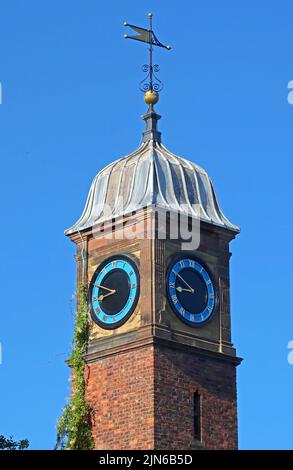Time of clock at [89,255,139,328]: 8:49
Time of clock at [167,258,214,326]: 8:50
